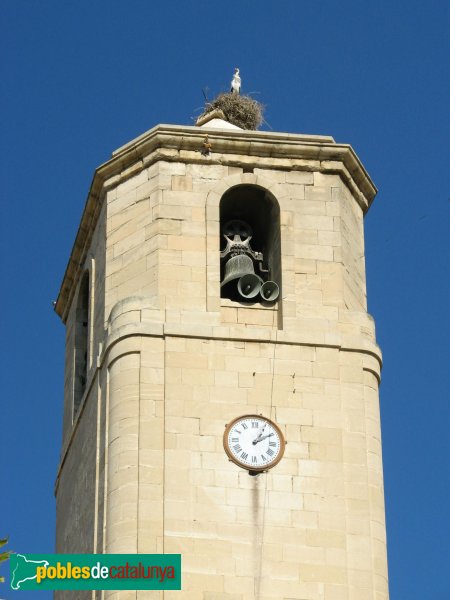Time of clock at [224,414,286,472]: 1:09
